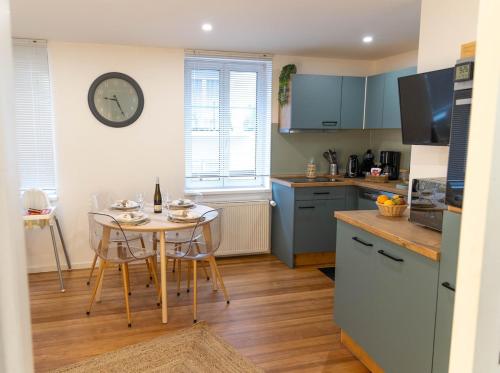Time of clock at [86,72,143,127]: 9:26
